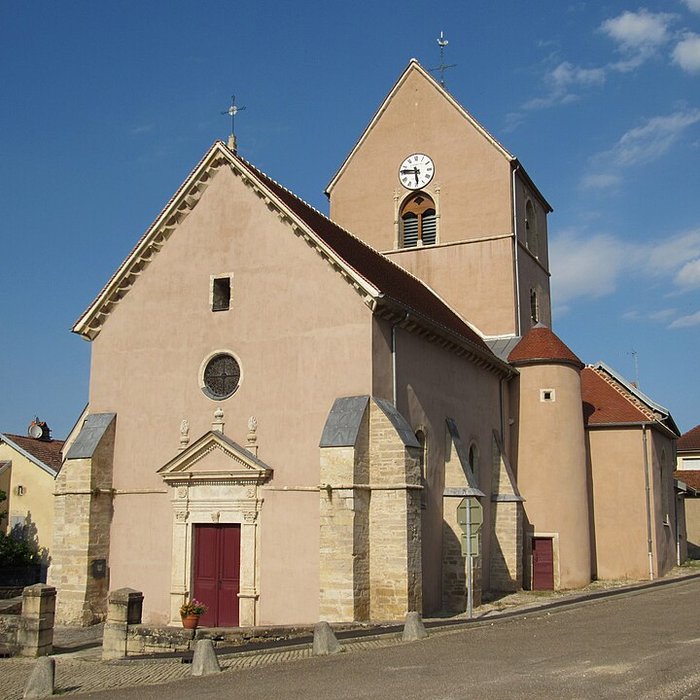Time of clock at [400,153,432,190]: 5:46
